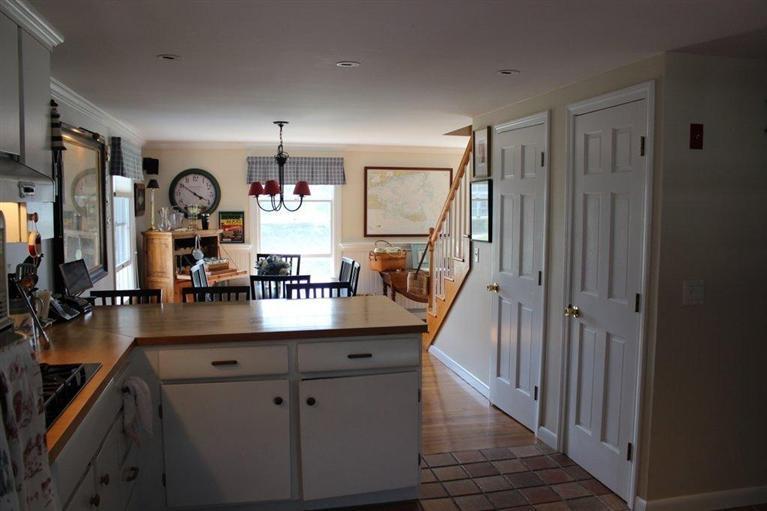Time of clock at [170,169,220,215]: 3:50
